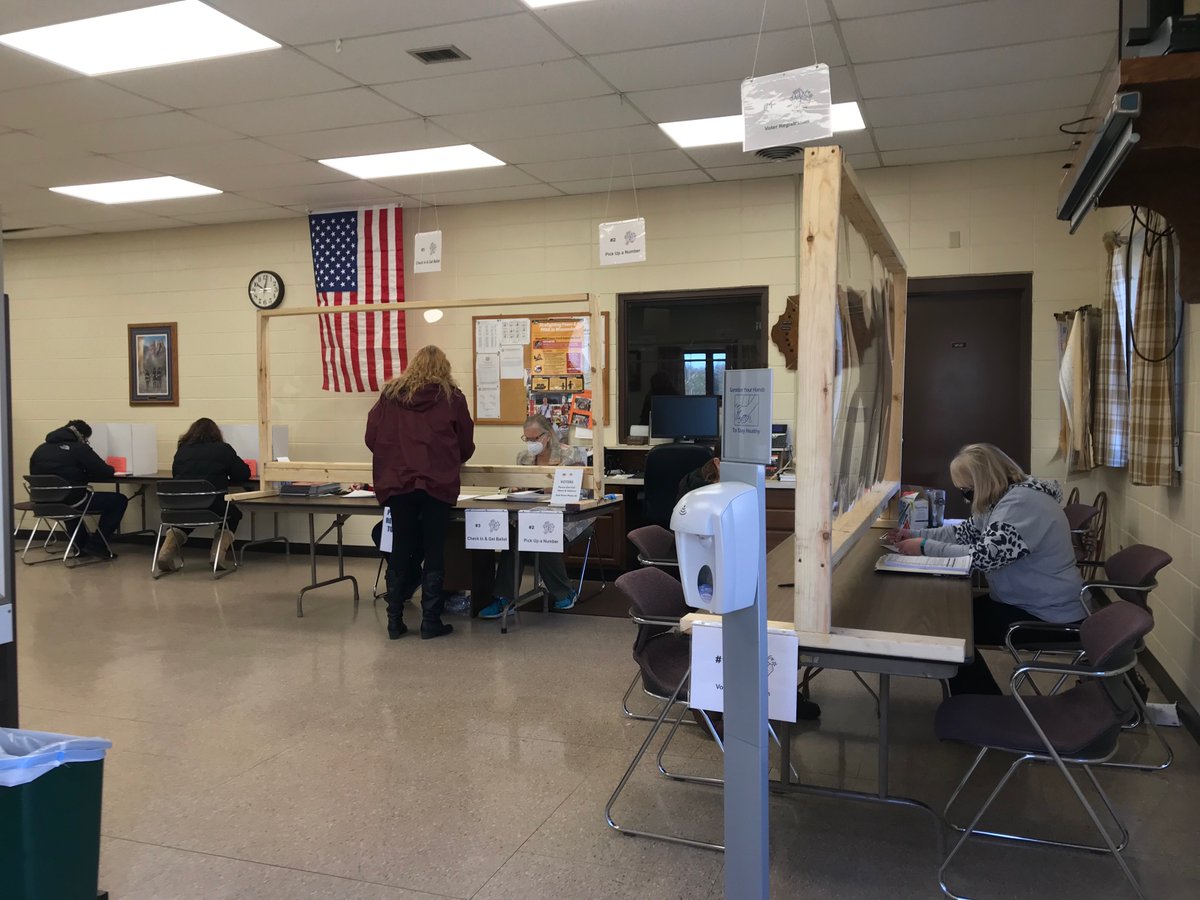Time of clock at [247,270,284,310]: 10:01
